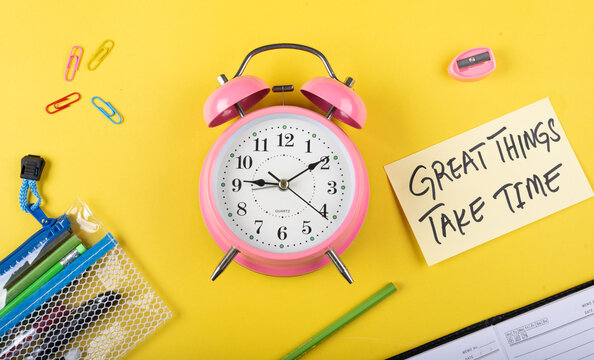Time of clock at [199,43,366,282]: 9:09
